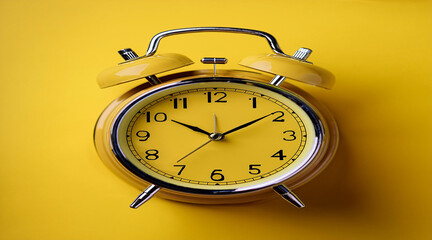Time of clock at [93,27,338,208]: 10:09
